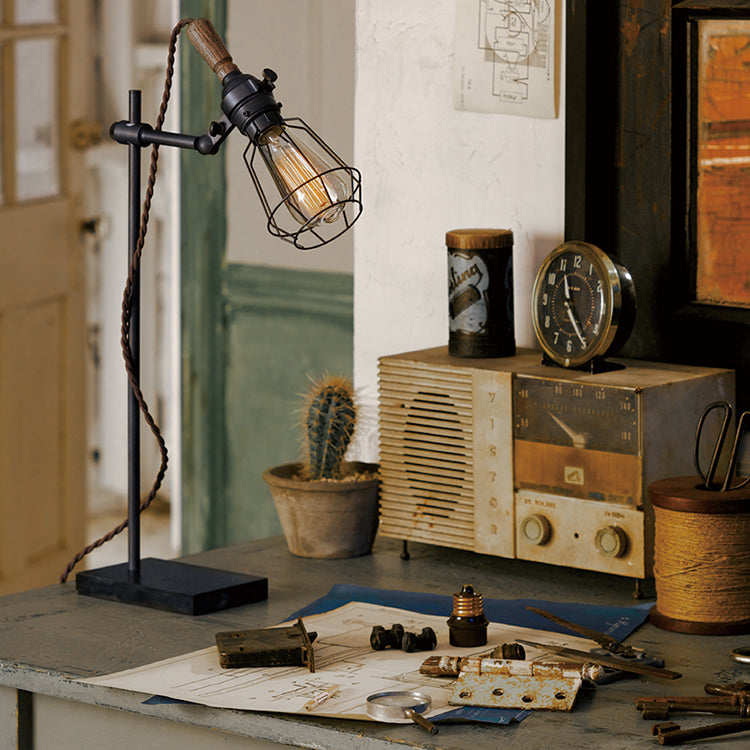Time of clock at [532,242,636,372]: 11:24
